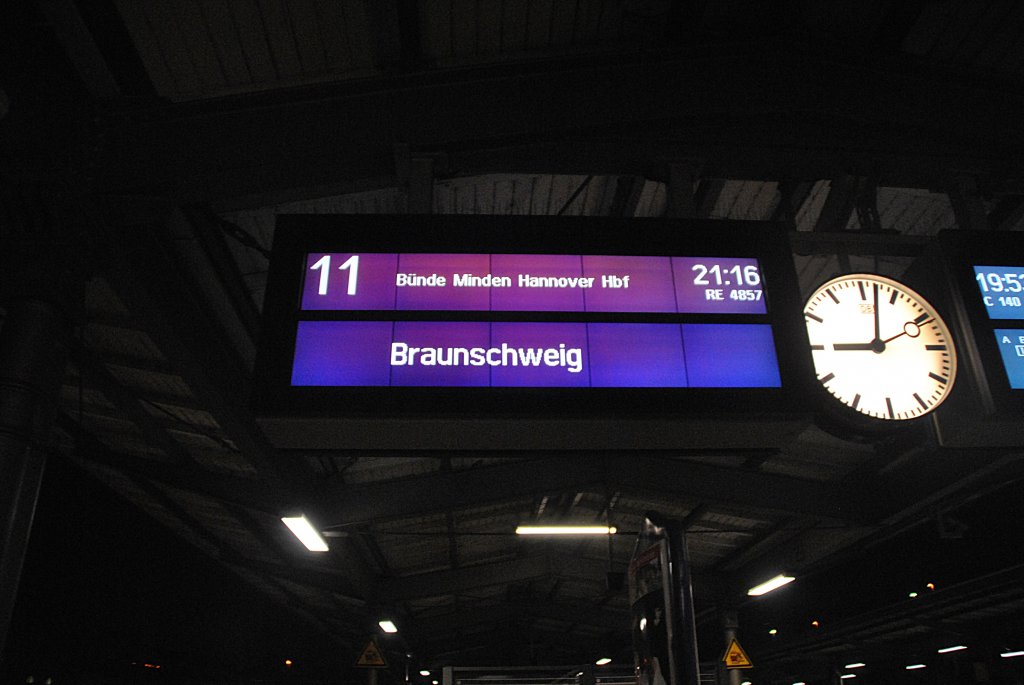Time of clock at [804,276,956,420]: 9:02
